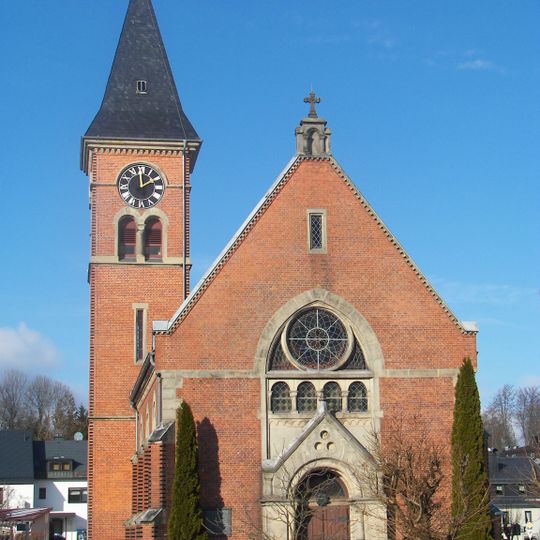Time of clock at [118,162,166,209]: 1:59
